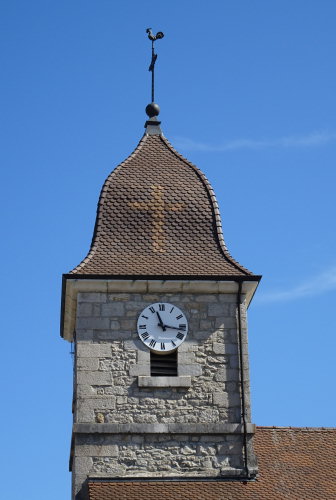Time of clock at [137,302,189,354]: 11:16
